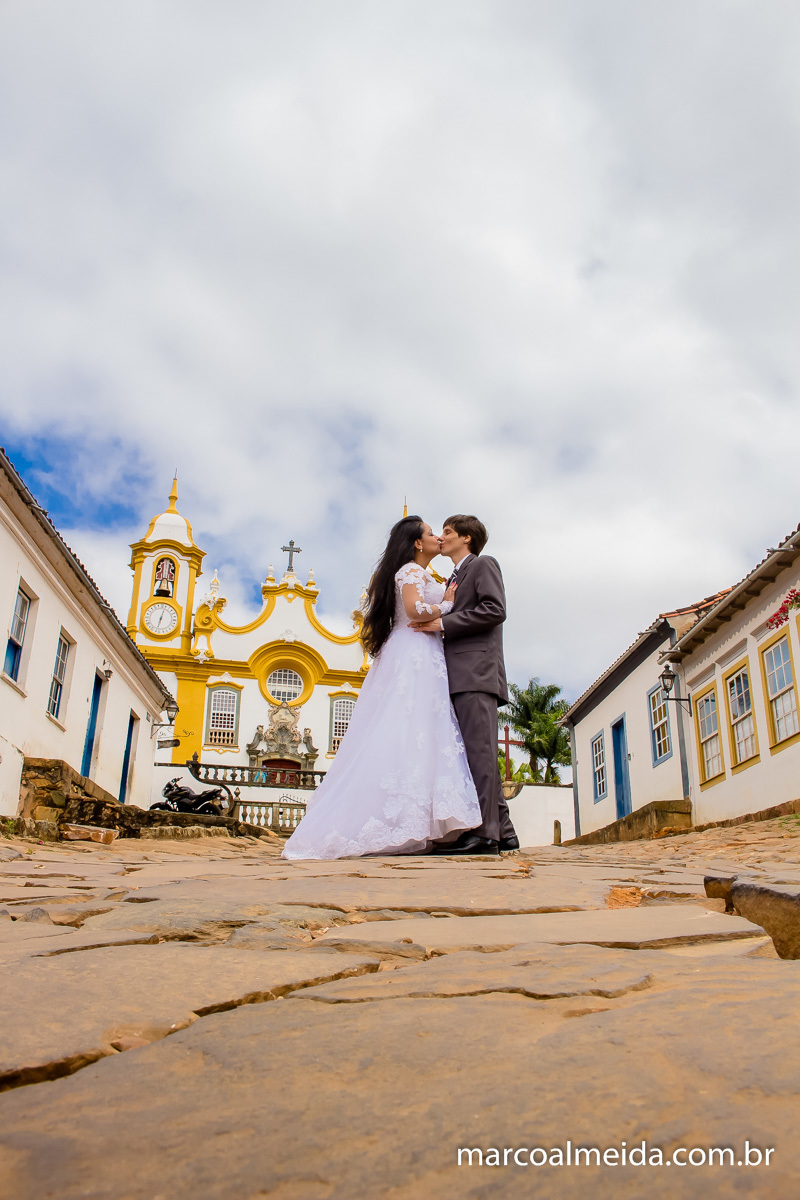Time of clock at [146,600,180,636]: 7:04
